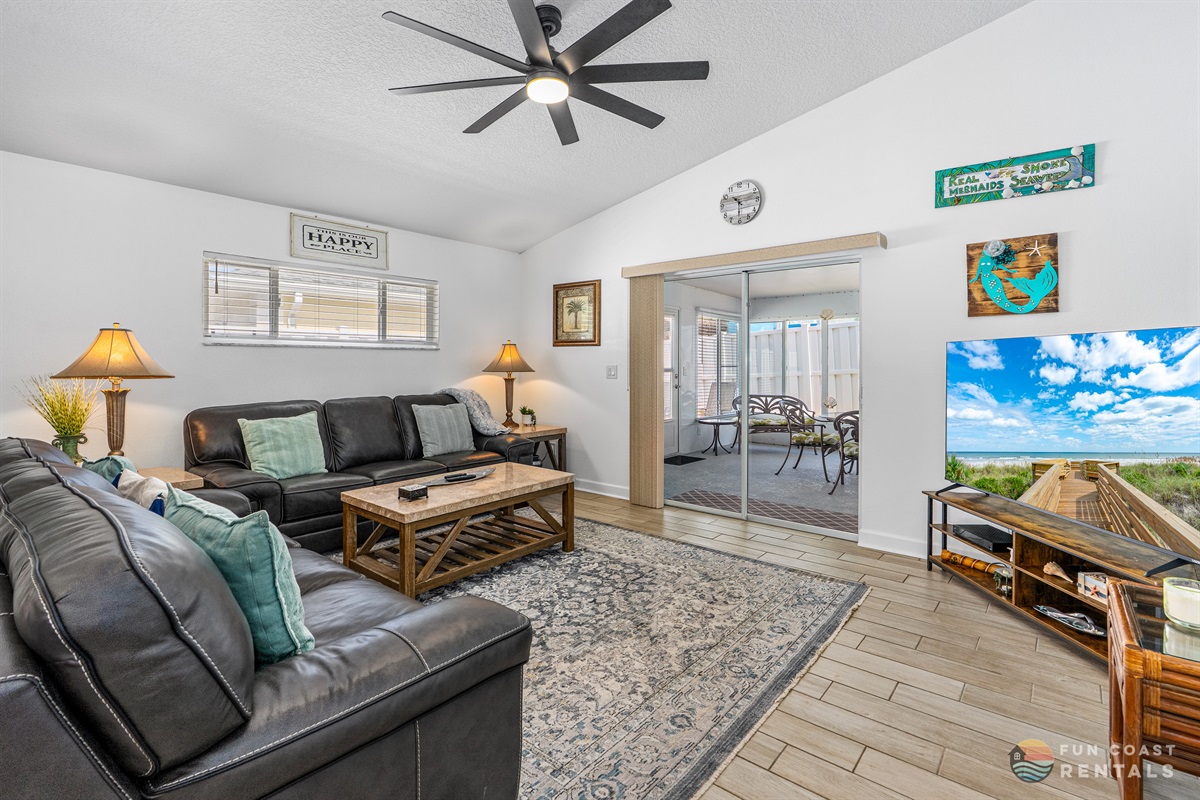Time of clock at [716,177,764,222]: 10:30
